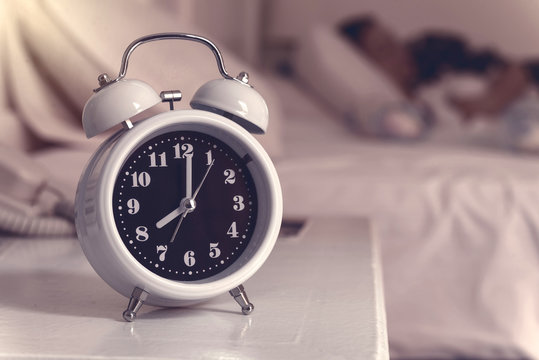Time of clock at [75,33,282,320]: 8:01
